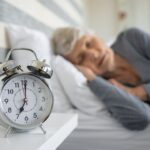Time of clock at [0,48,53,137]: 7:00
